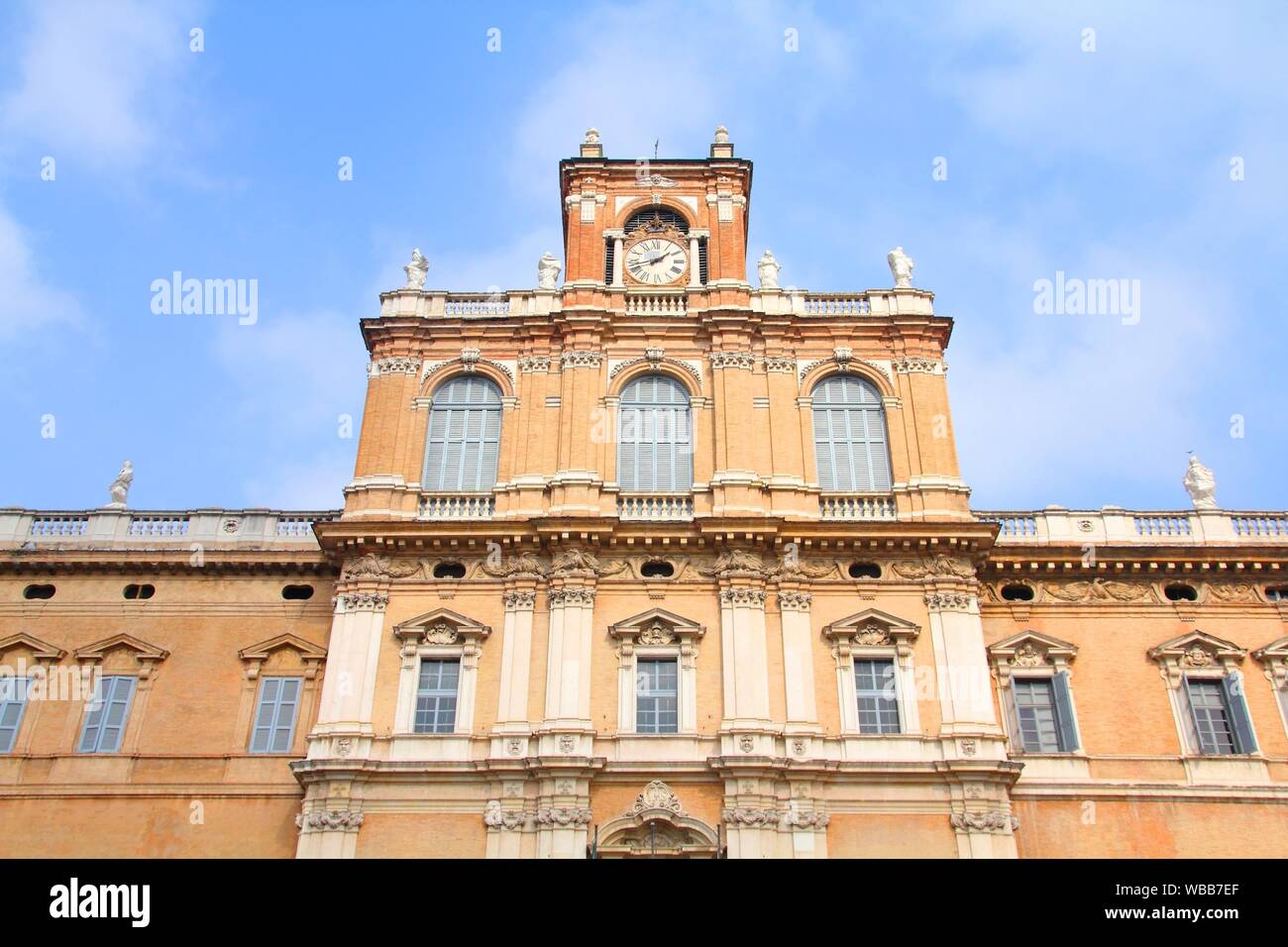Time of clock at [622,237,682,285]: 1:42
